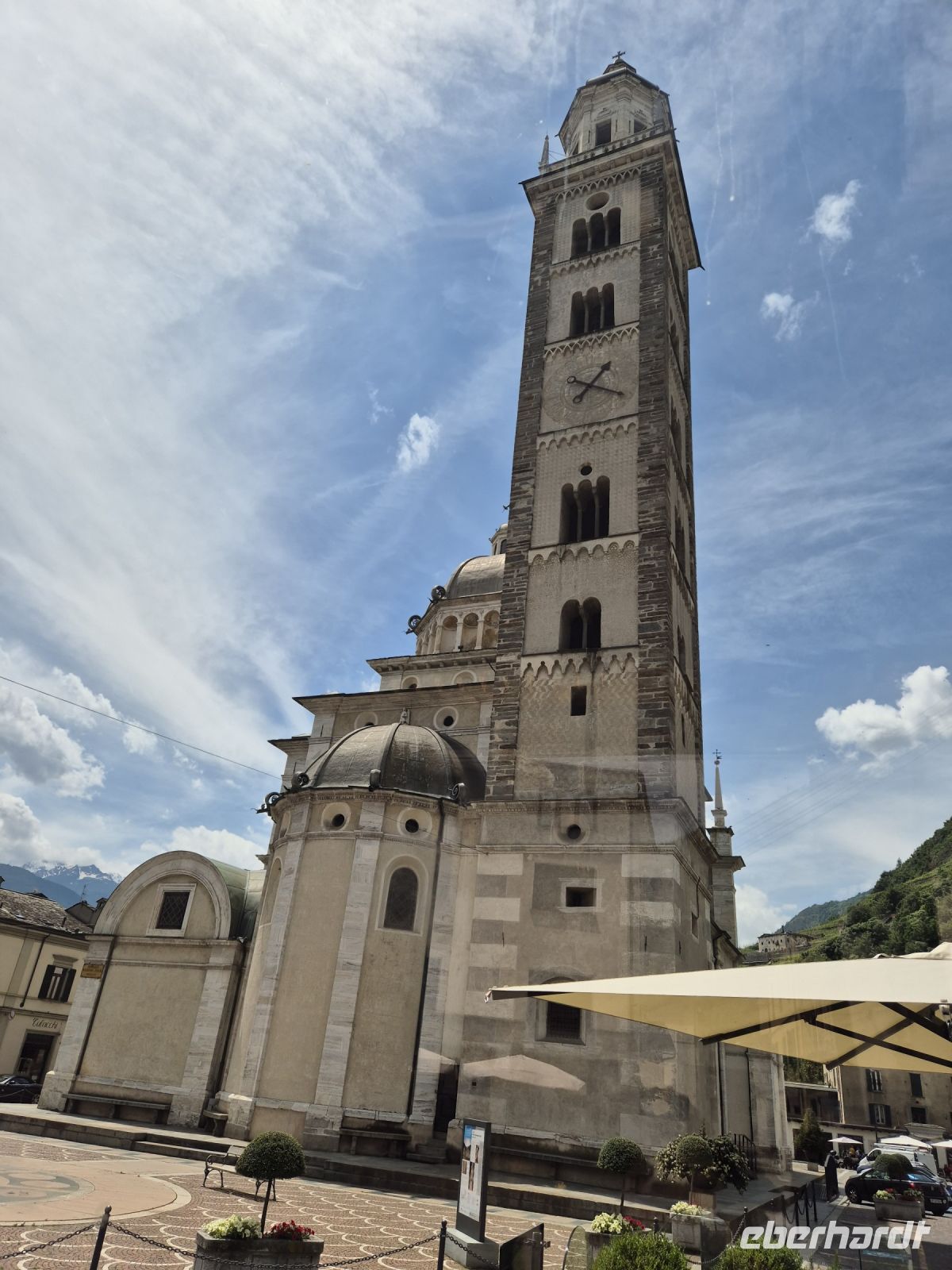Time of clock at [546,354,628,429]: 1:18
